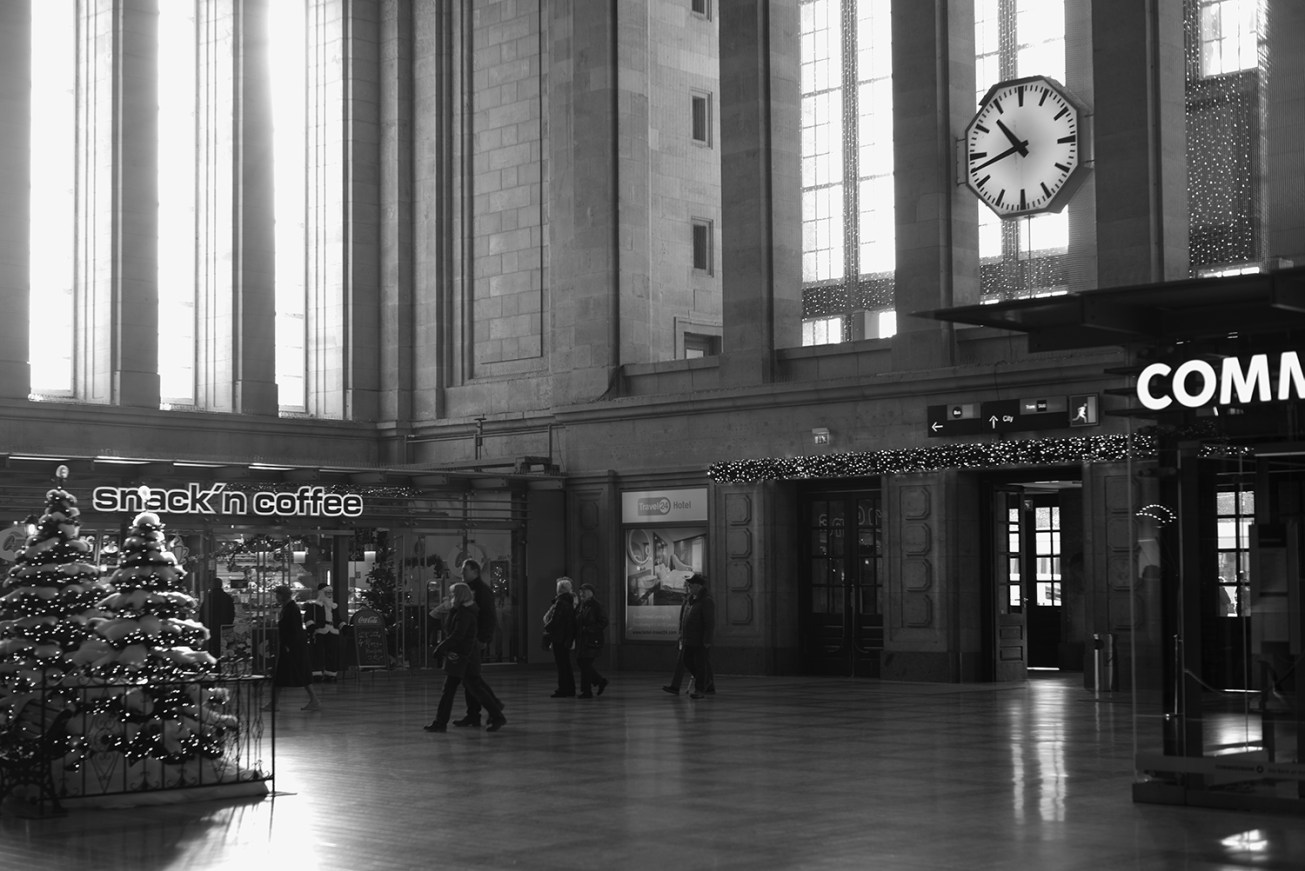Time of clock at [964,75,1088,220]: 10:42
